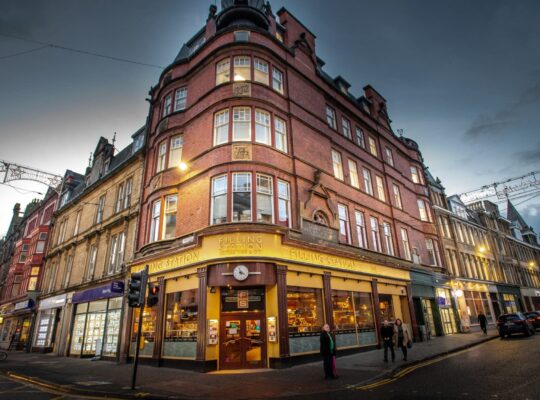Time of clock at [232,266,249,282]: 3:57
